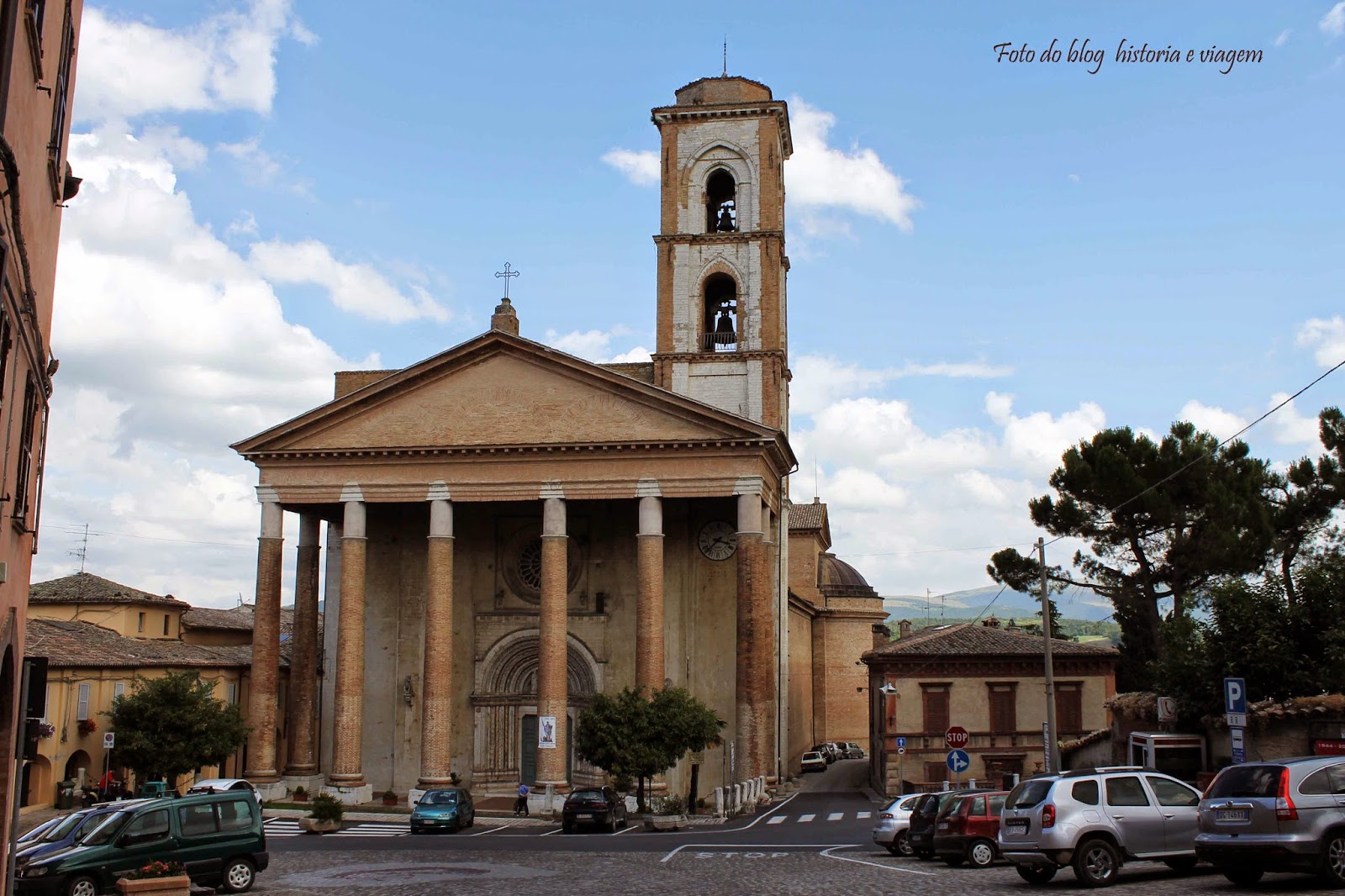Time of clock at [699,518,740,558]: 3:37
